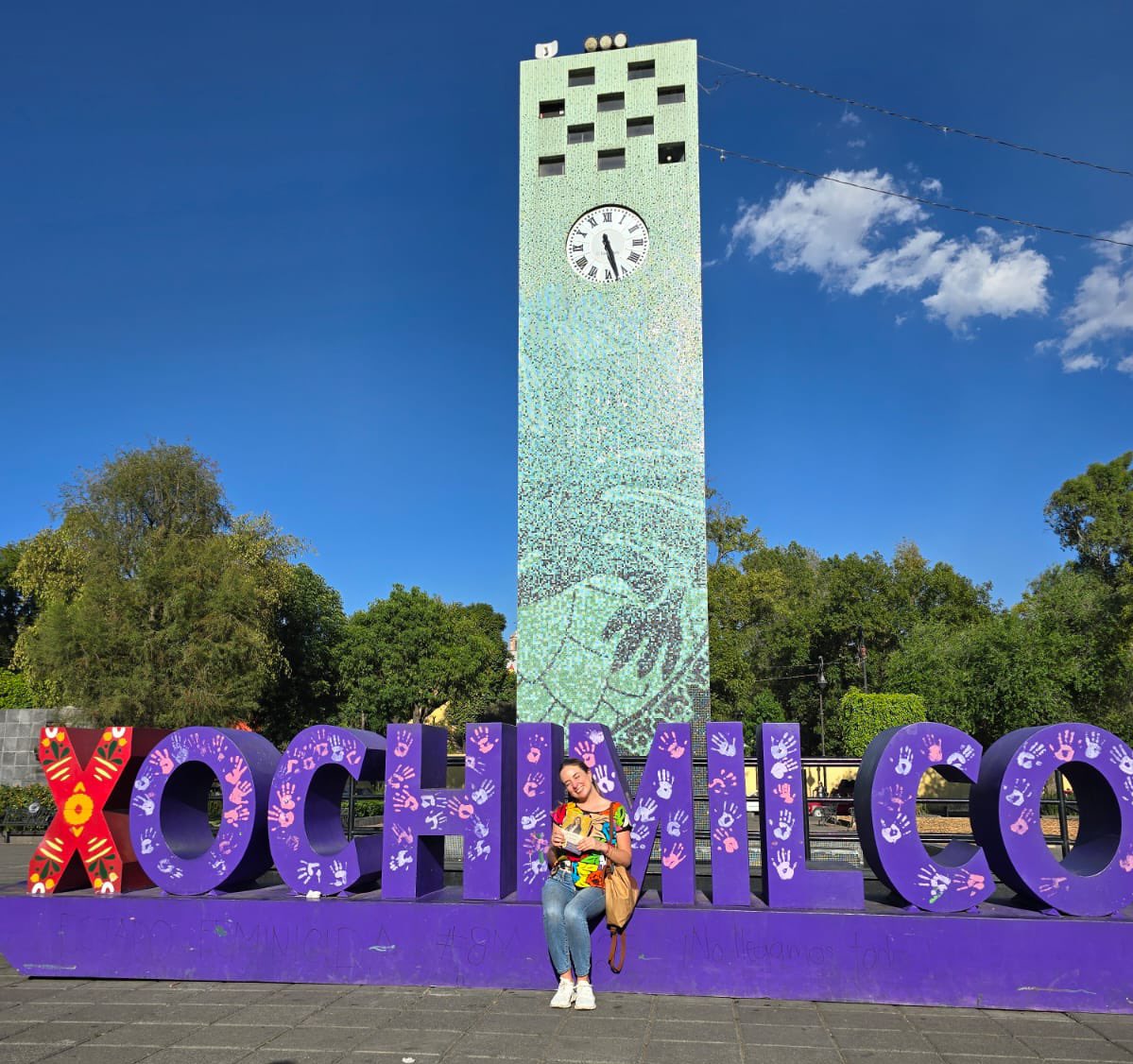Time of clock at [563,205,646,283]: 5:27
